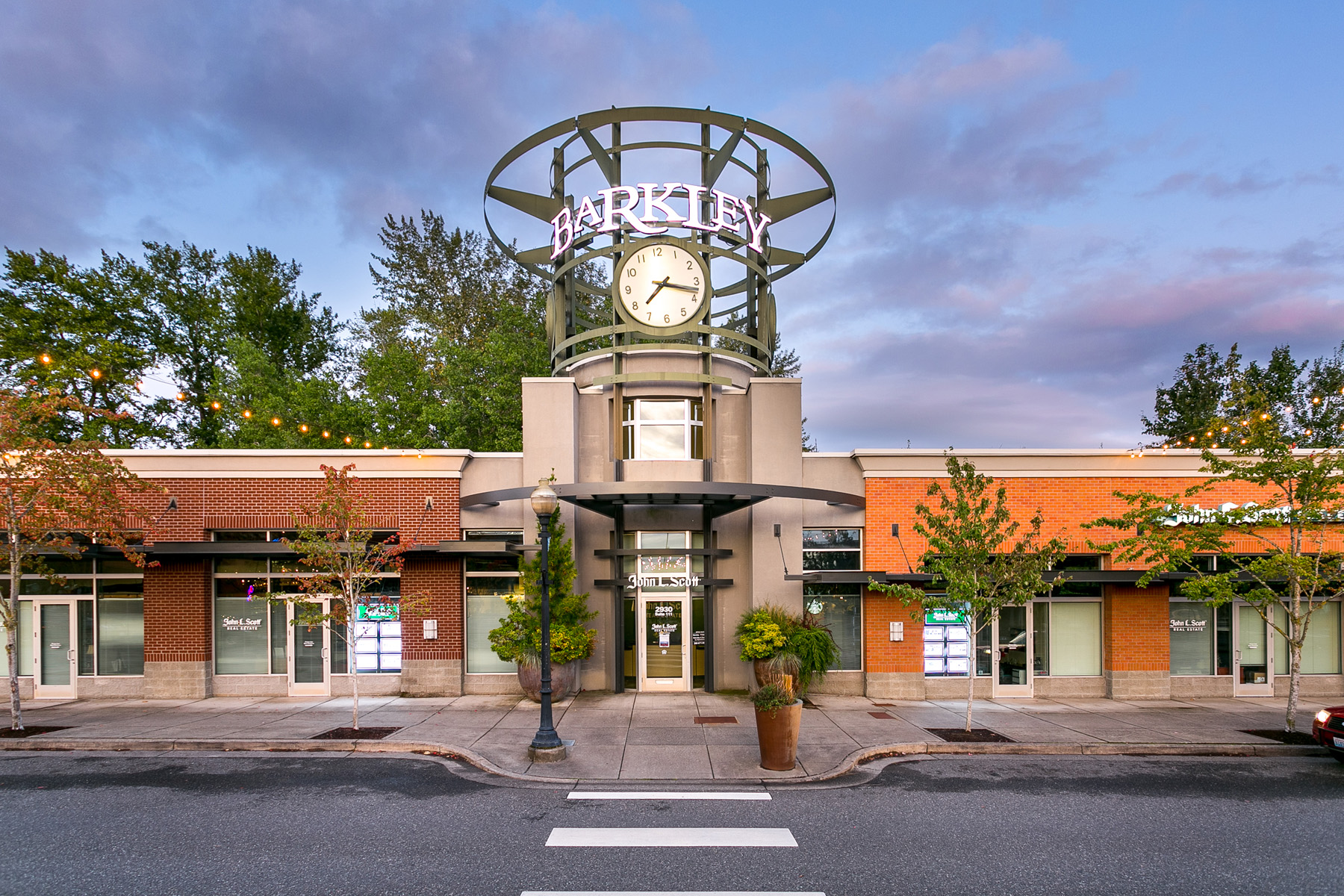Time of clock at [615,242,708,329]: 7:17
